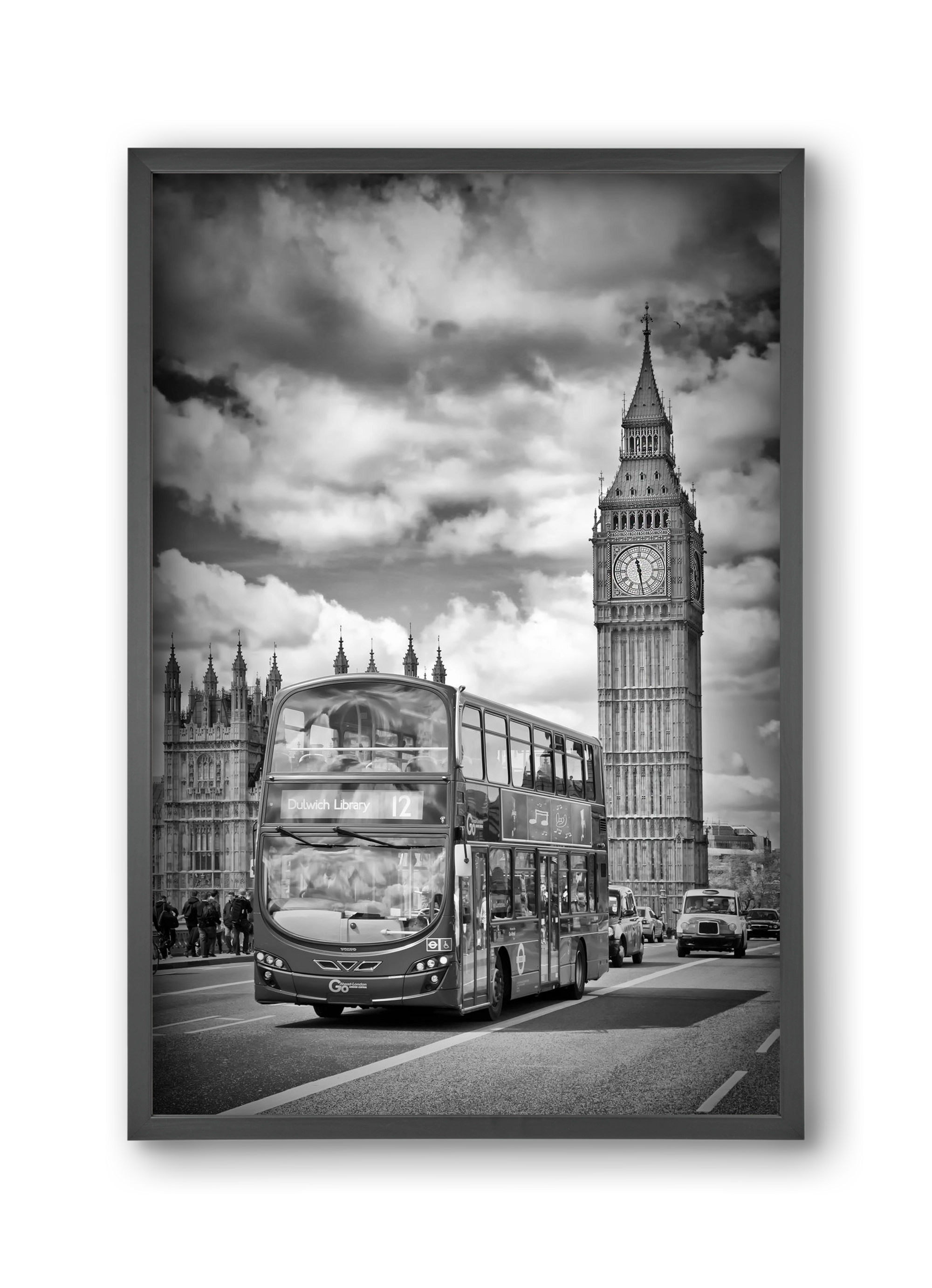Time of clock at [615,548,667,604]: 11:28
